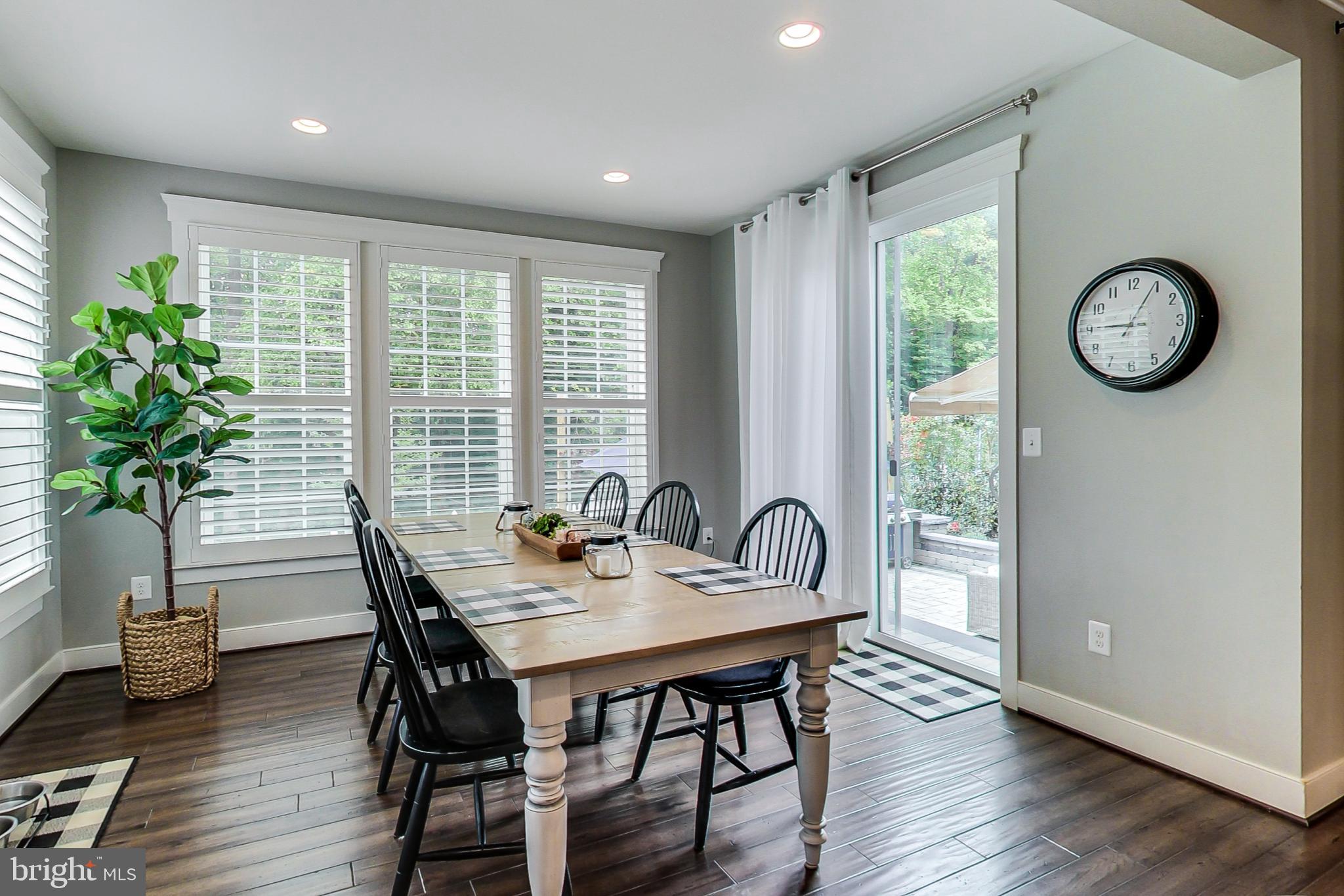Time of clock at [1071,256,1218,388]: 9:04
